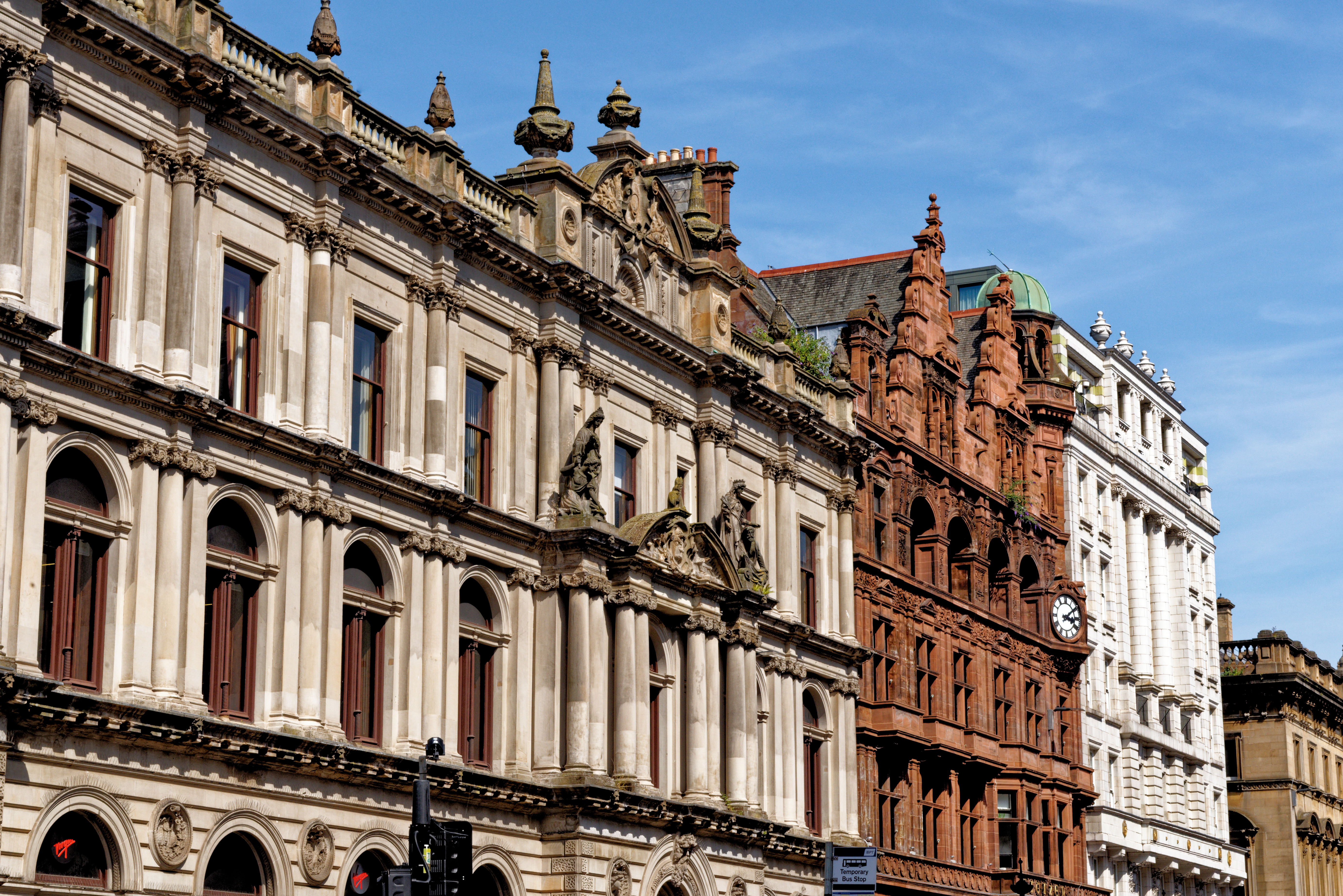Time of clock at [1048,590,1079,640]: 3:09
